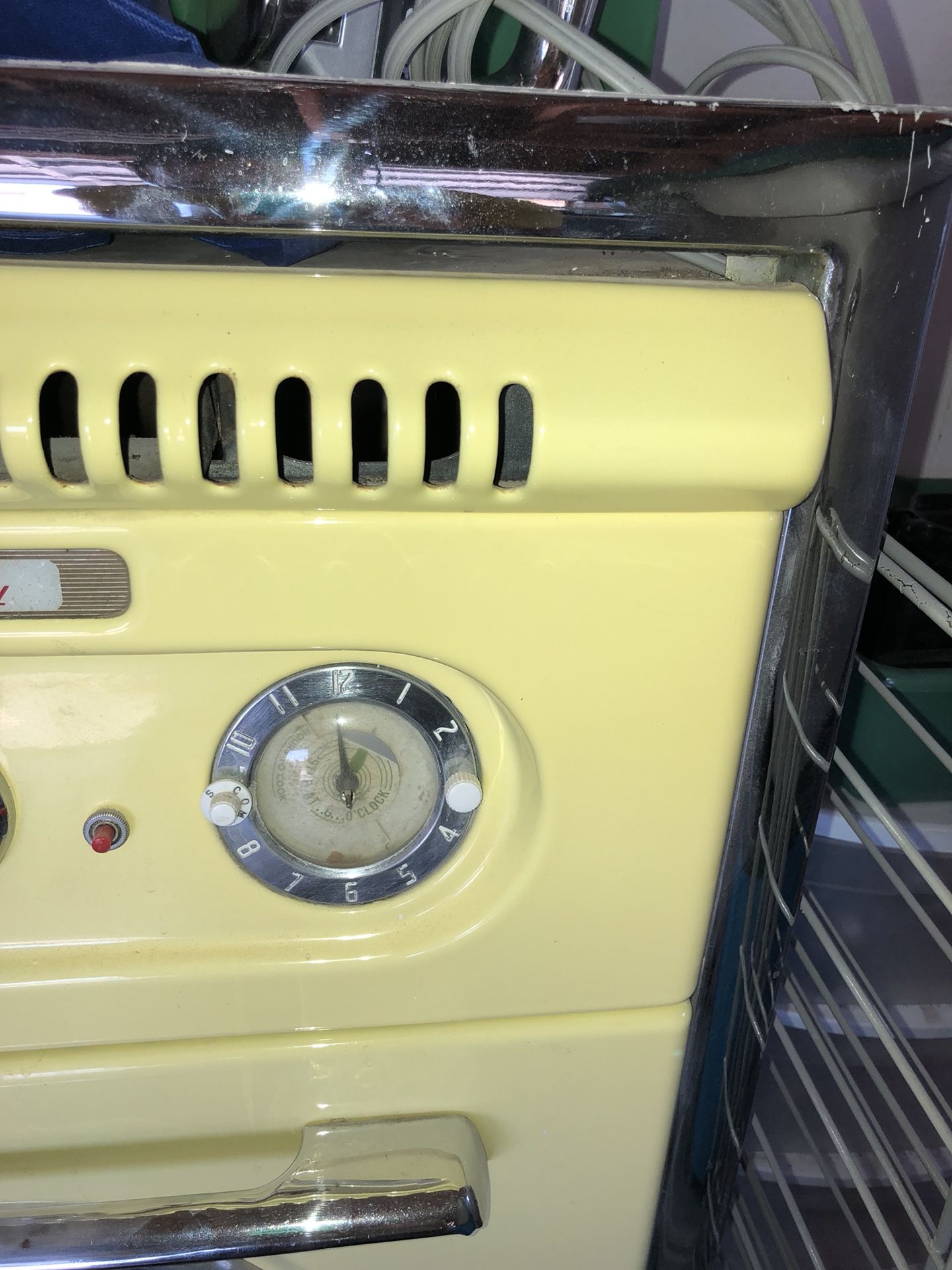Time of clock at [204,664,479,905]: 11:59
